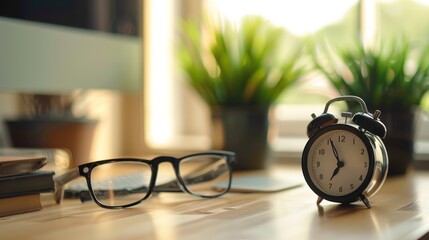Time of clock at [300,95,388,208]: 6:56
